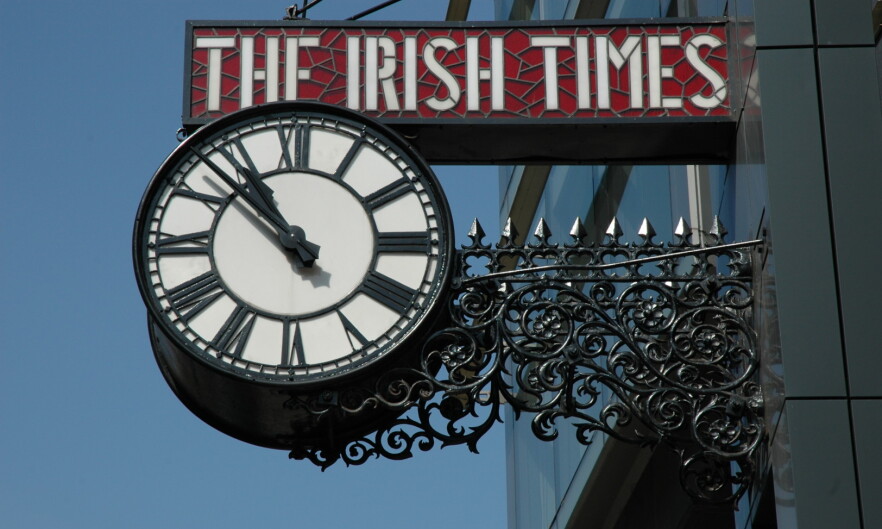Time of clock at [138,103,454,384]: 10:52
